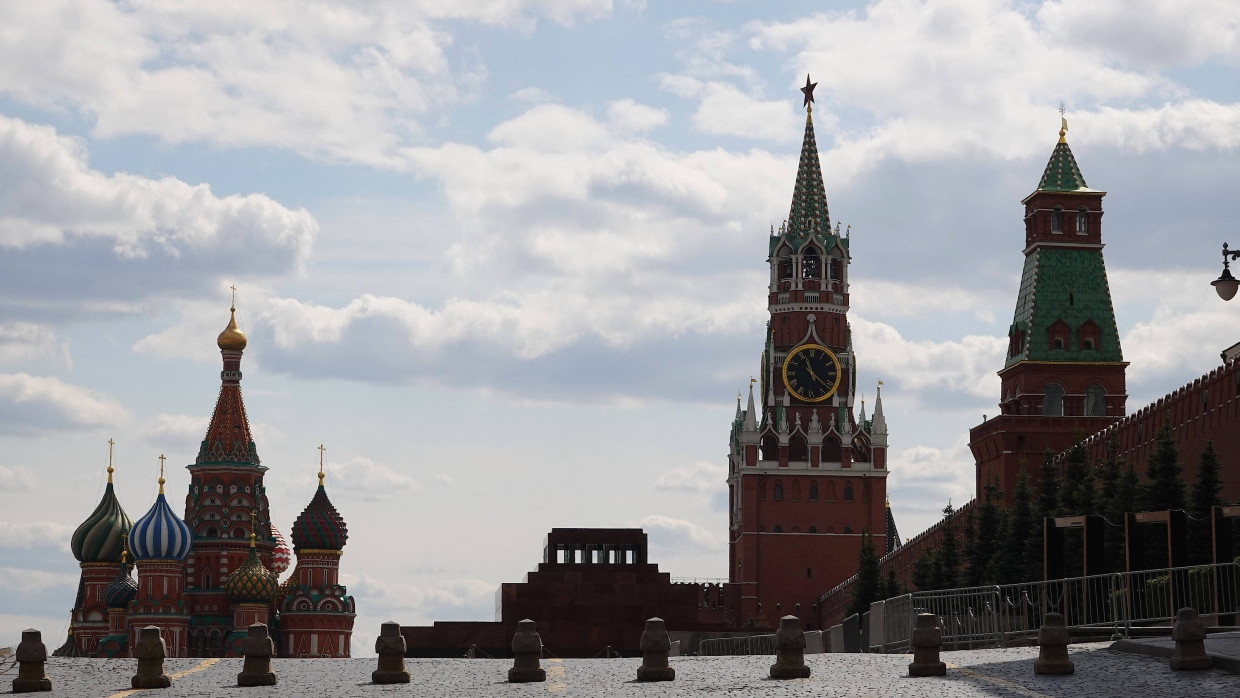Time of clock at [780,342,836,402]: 11:21
